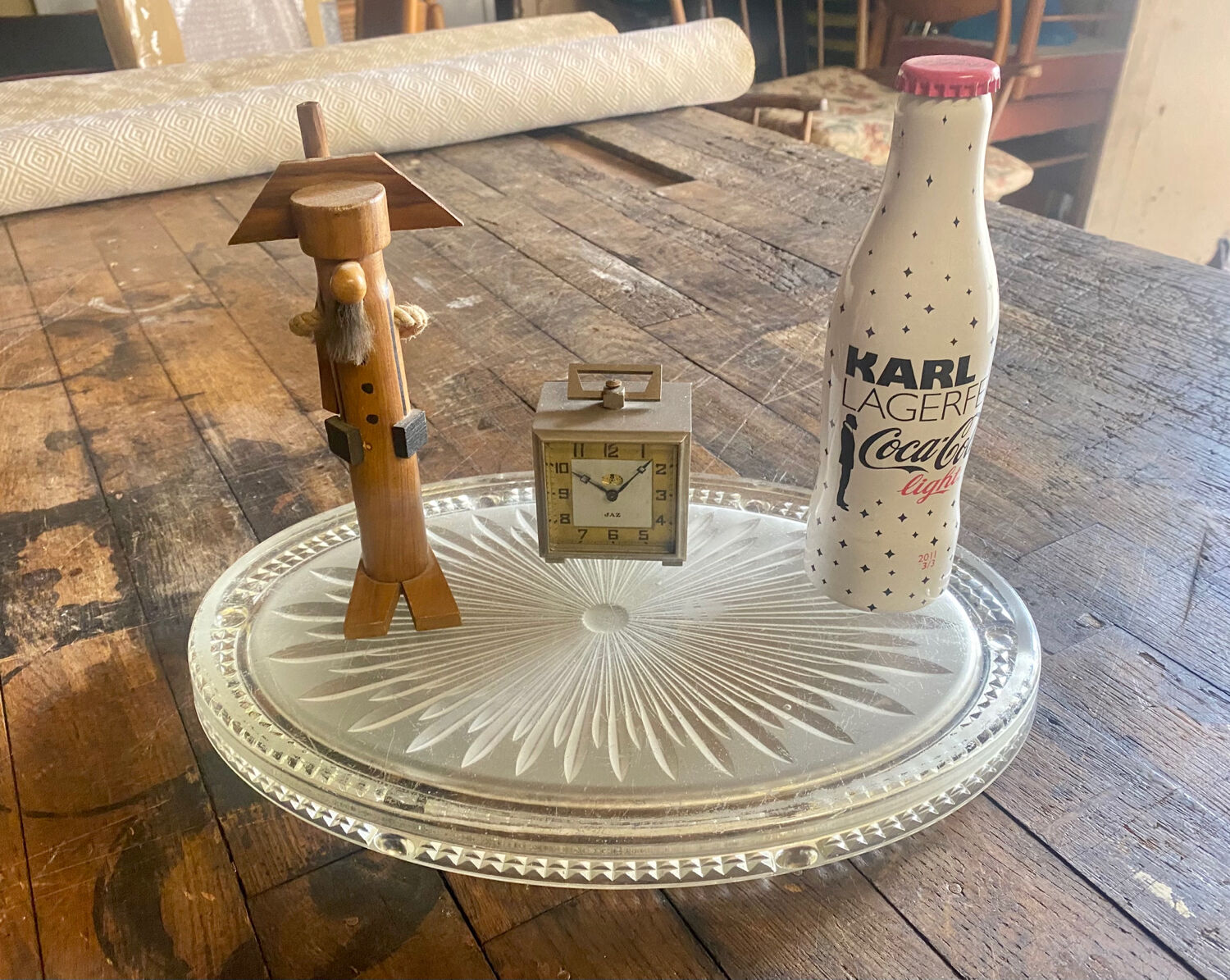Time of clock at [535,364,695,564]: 10:07
